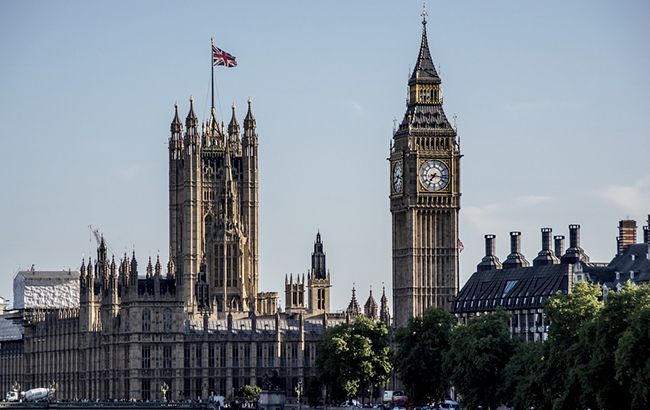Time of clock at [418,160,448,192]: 7:16
